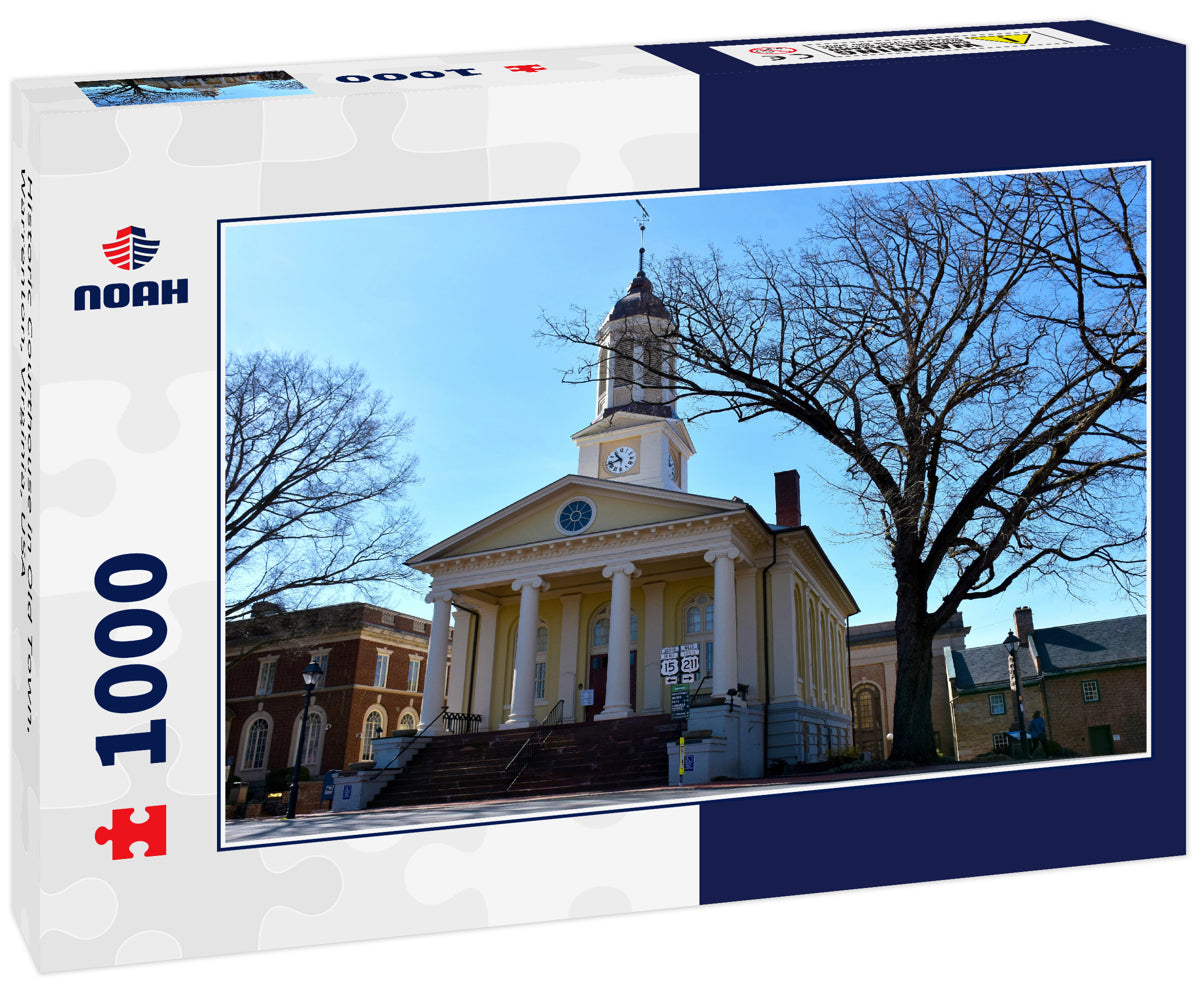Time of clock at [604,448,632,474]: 10:42
